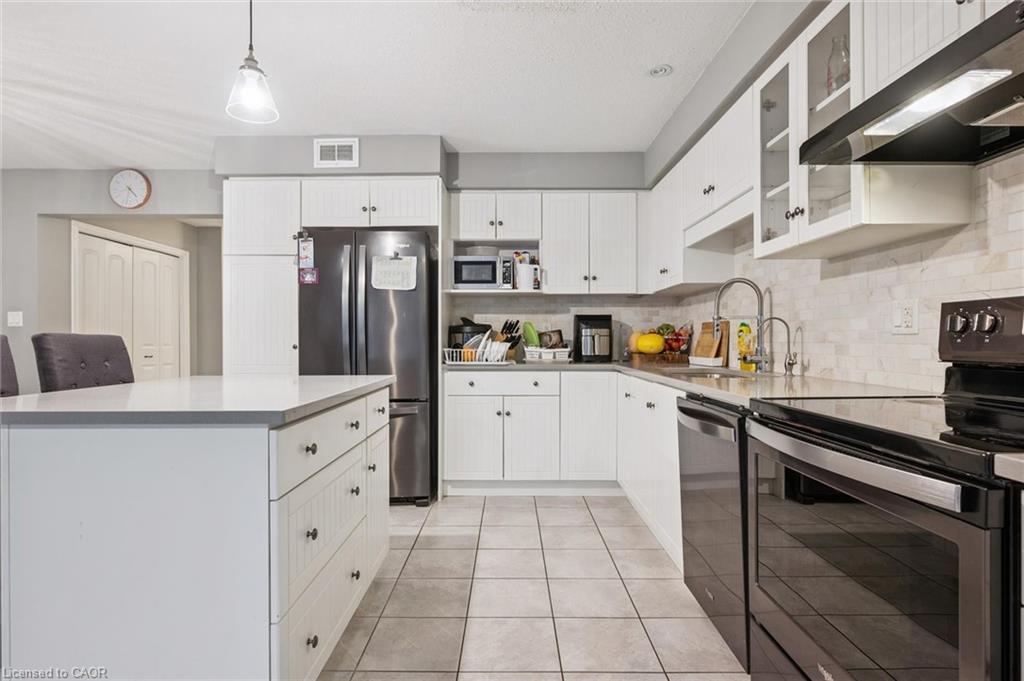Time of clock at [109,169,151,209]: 4:32
